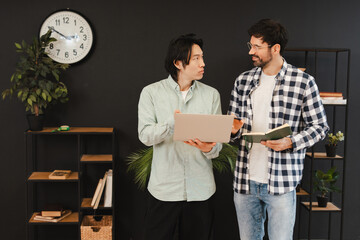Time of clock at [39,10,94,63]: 2:49
